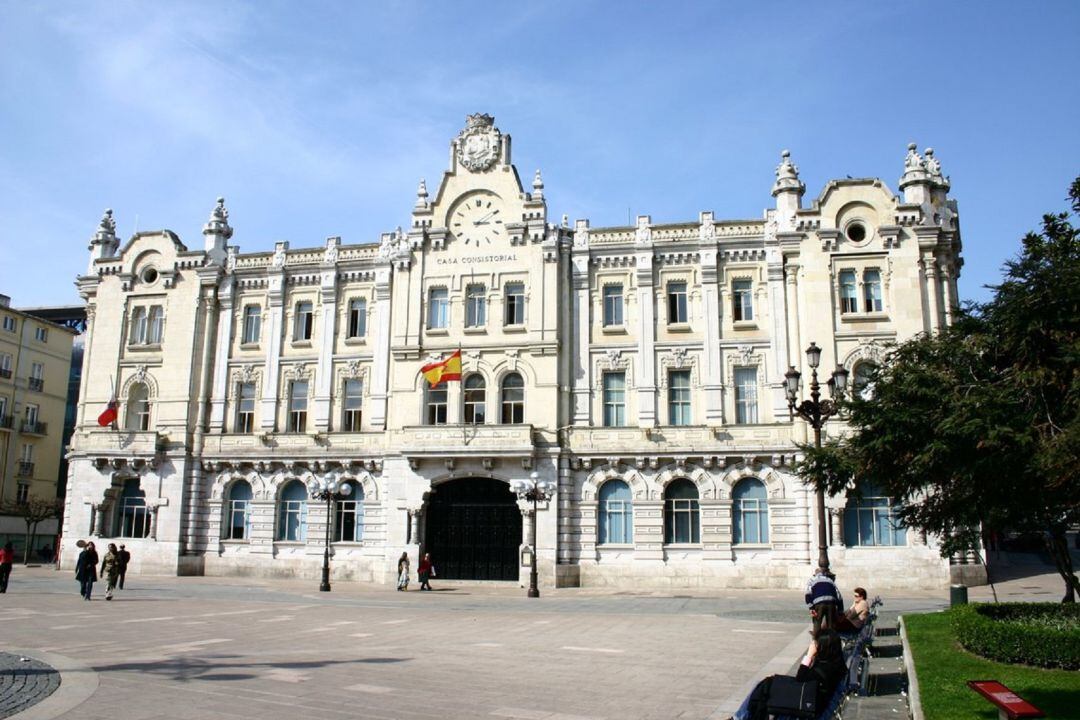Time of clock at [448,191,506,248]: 3:09
